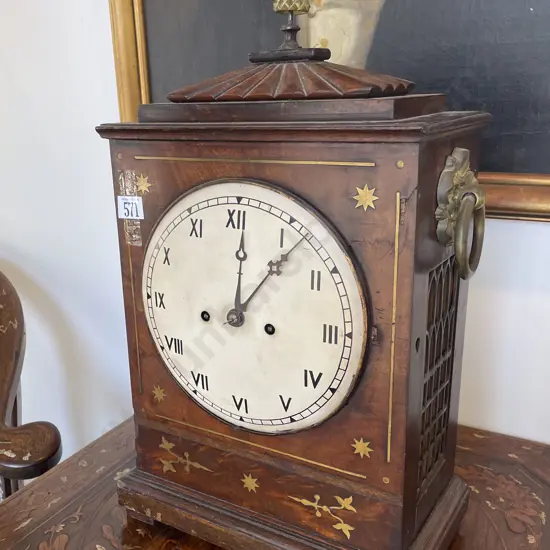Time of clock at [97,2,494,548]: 12:06
